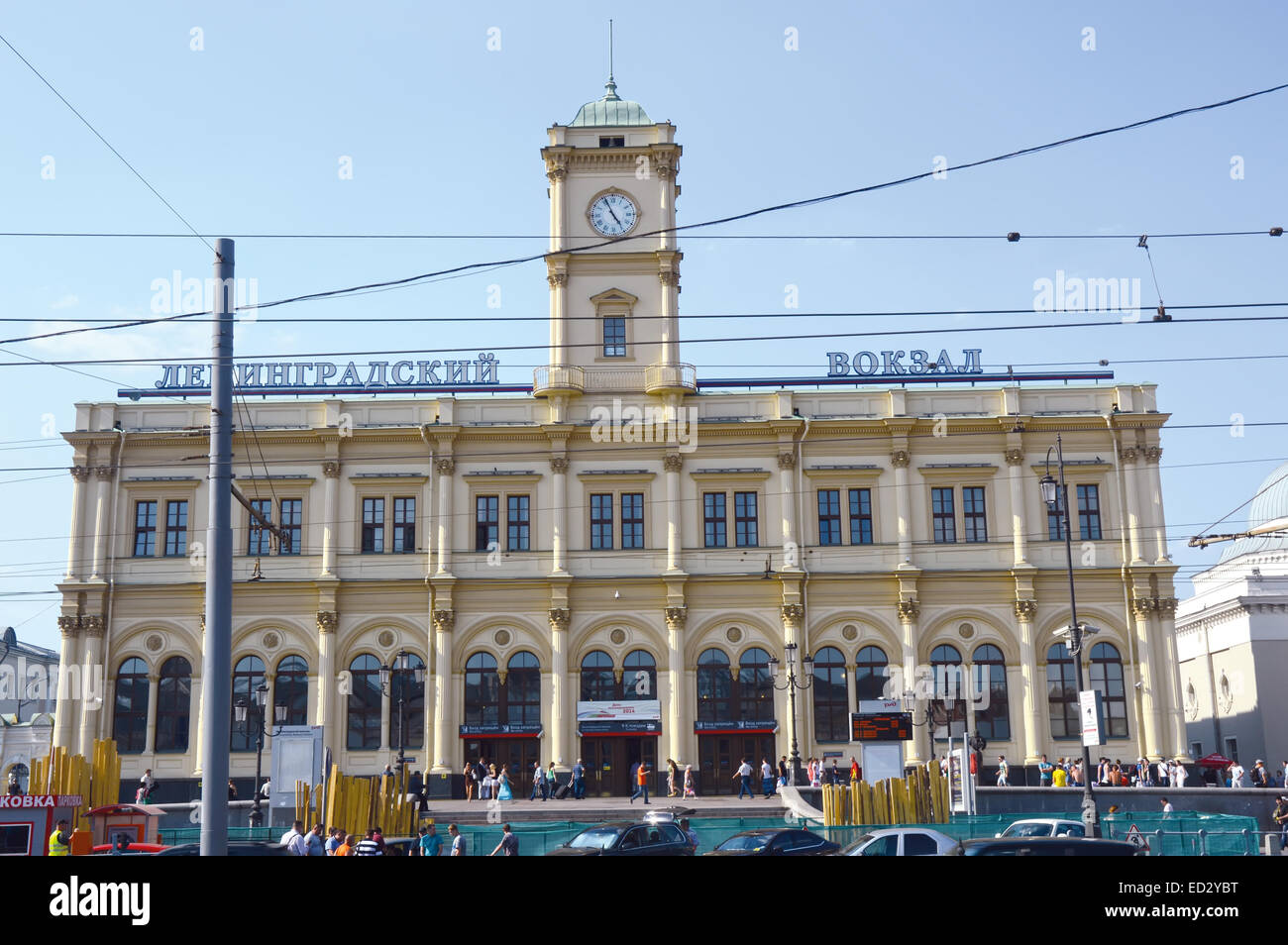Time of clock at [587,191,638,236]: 4:56
